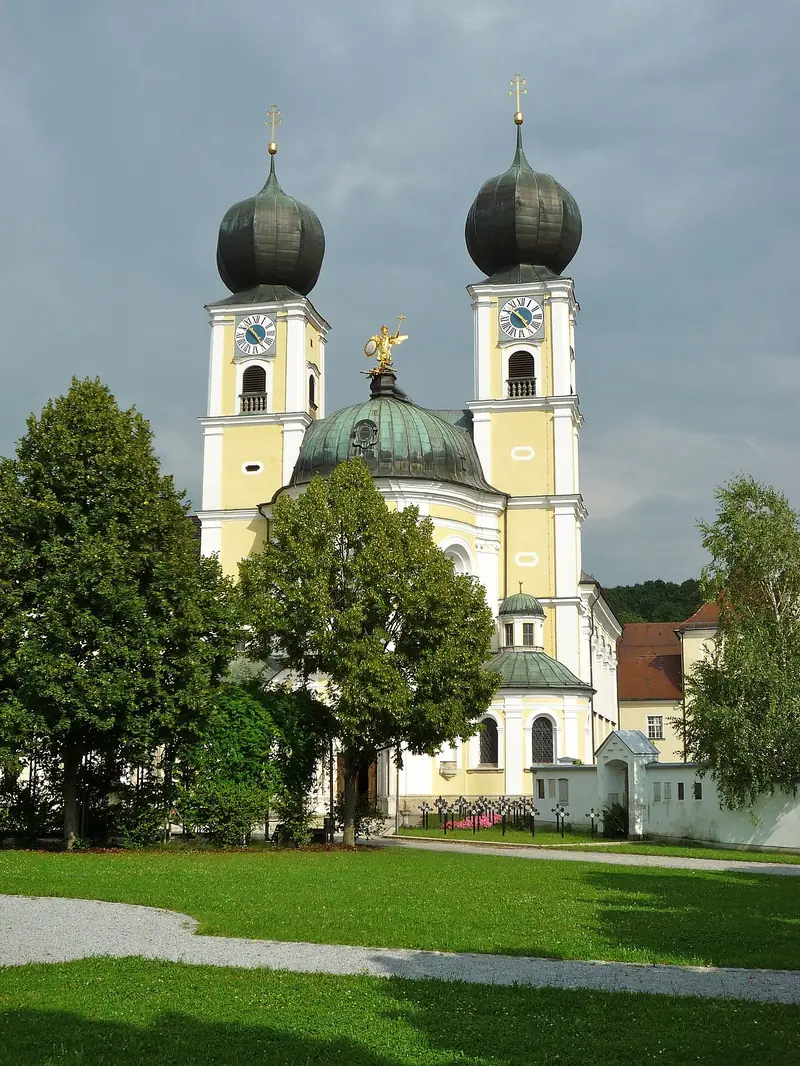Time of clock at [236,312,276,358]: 10:24
